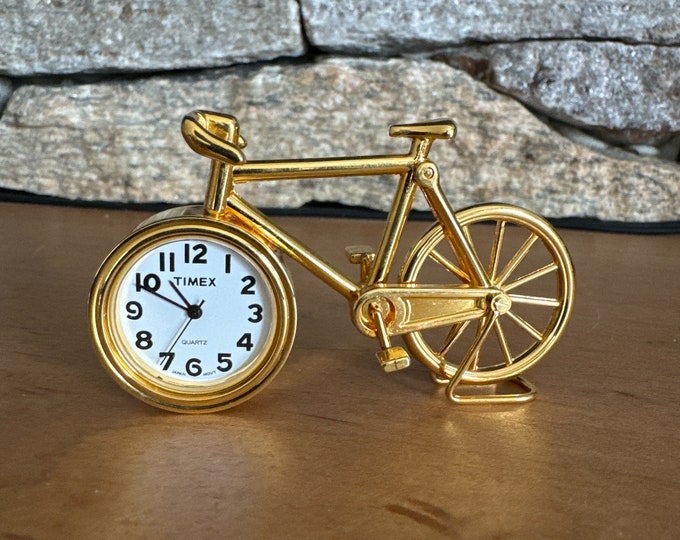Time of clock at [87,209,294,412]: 10:49
